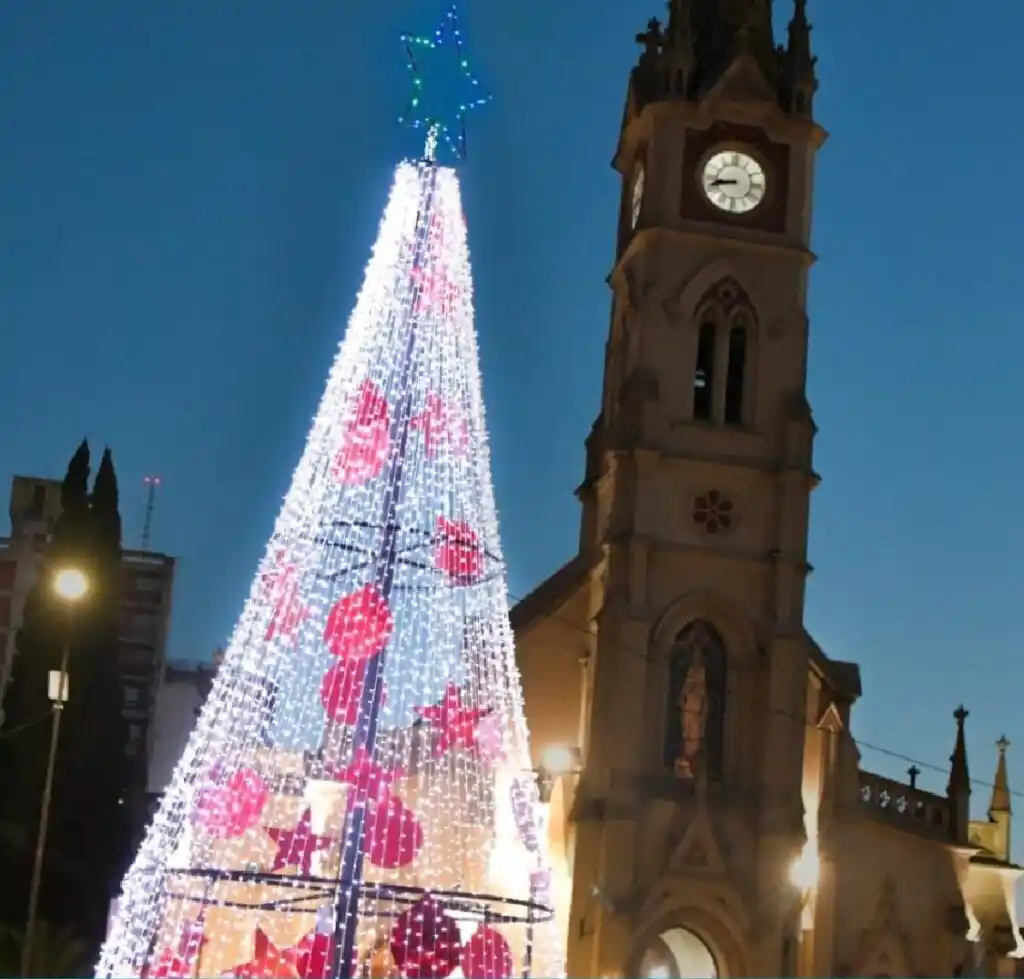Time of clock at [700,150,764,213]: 8:42
